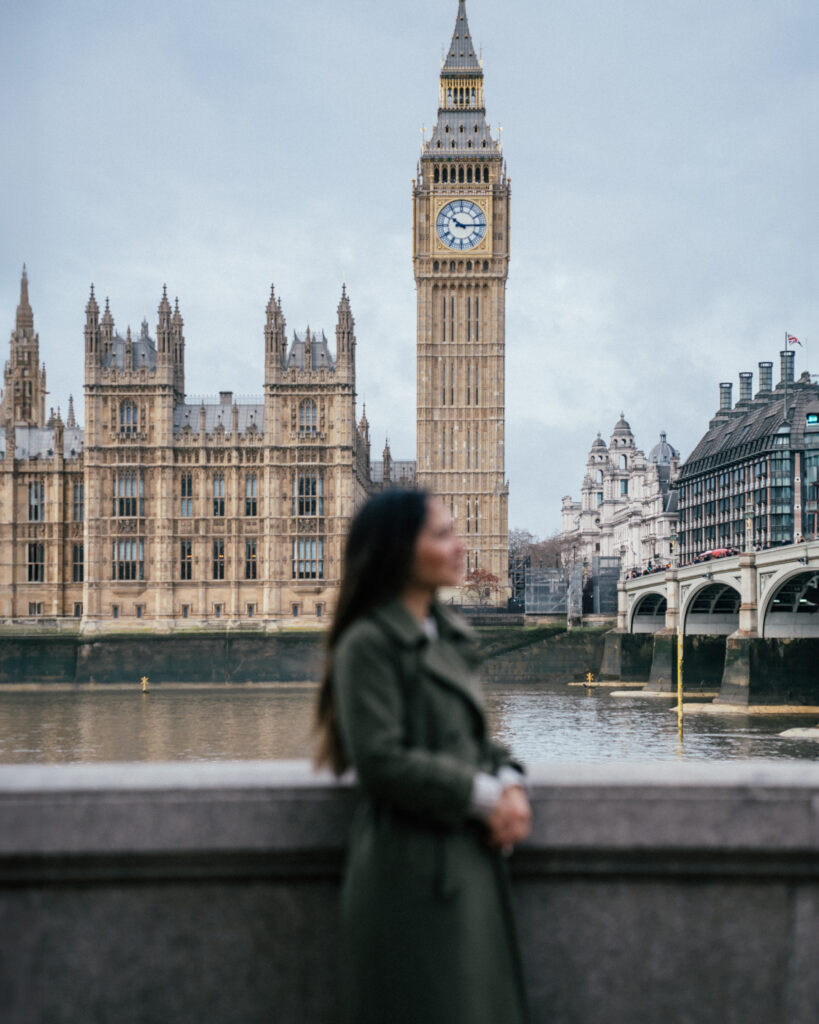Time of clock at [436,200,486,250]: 10:14
